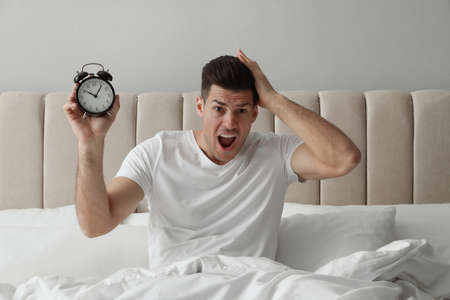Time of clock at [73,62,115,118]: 10:05
